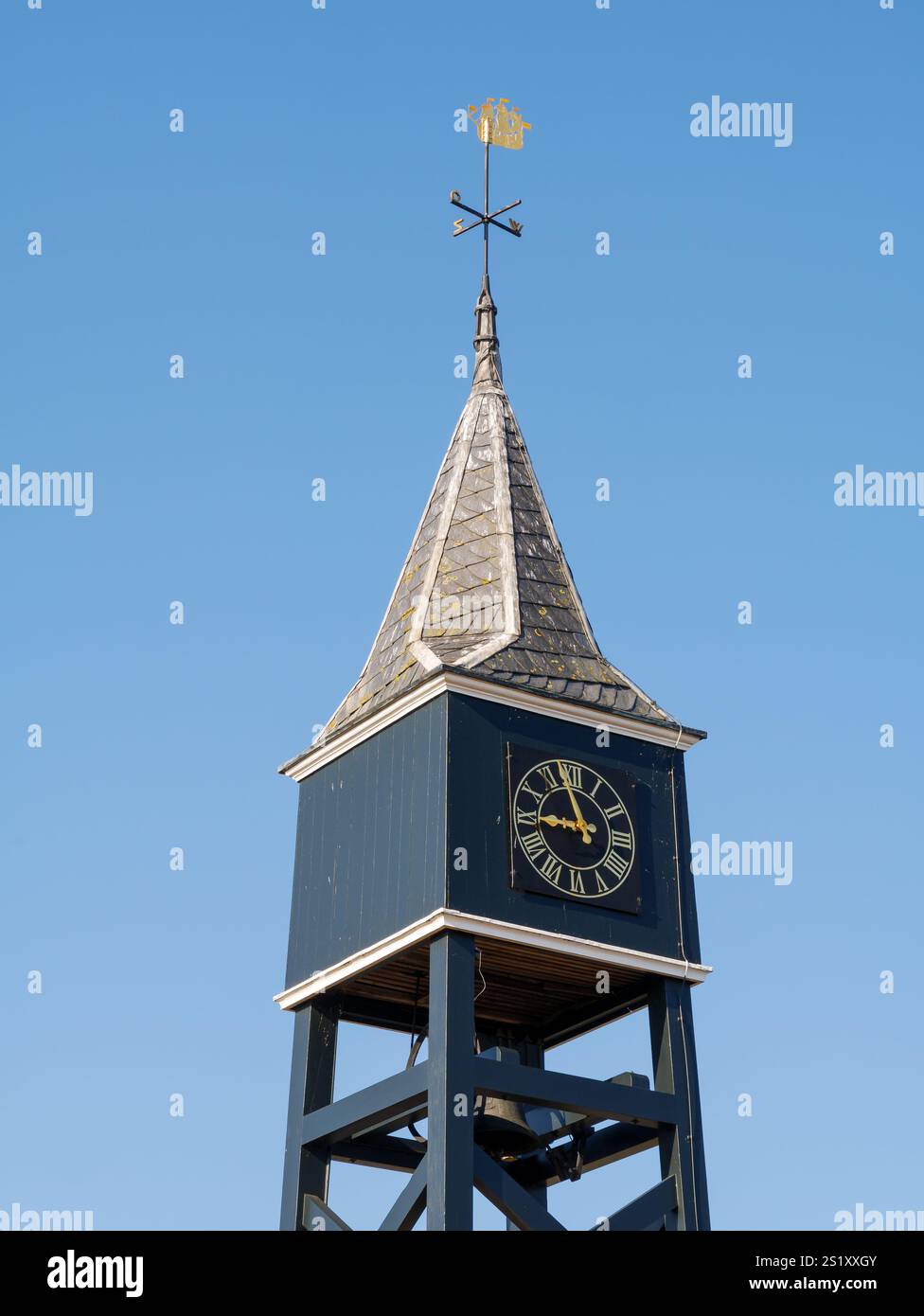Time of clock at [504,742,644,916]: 8:57
